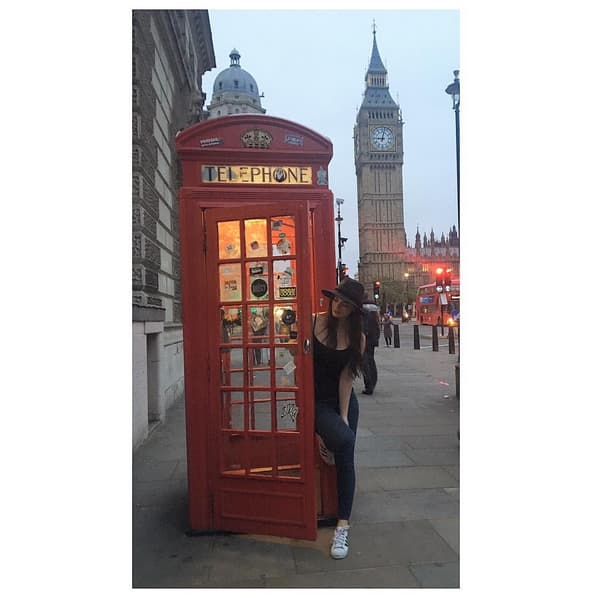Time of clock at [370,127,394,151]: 9:01
